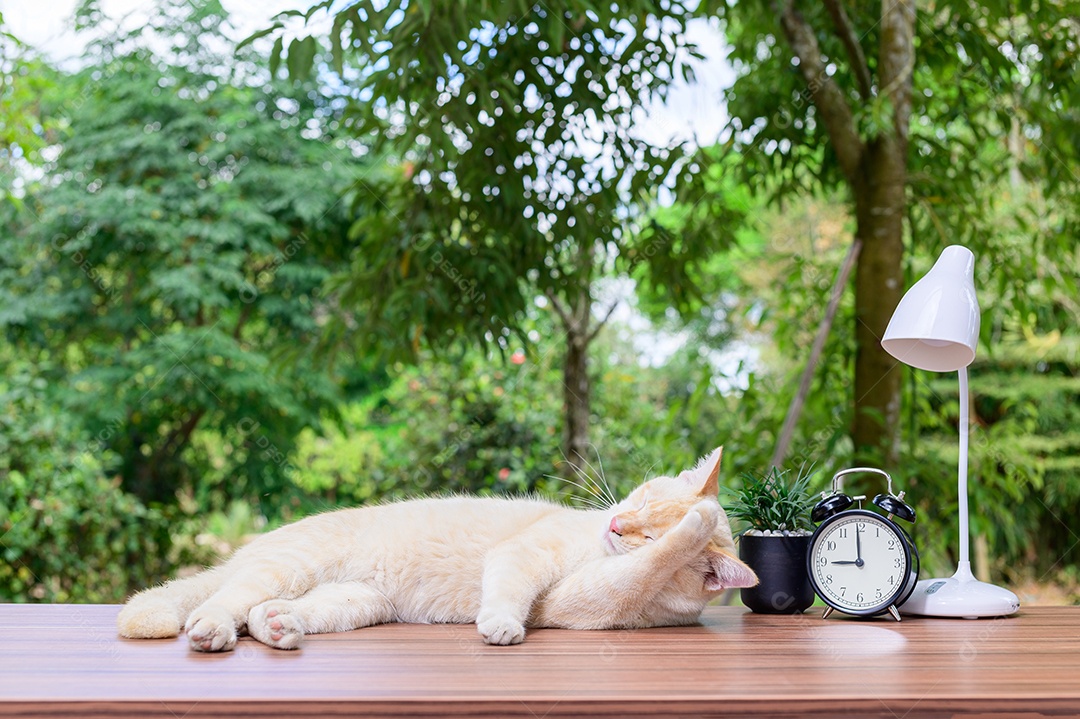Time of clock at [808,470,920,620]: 8:59
